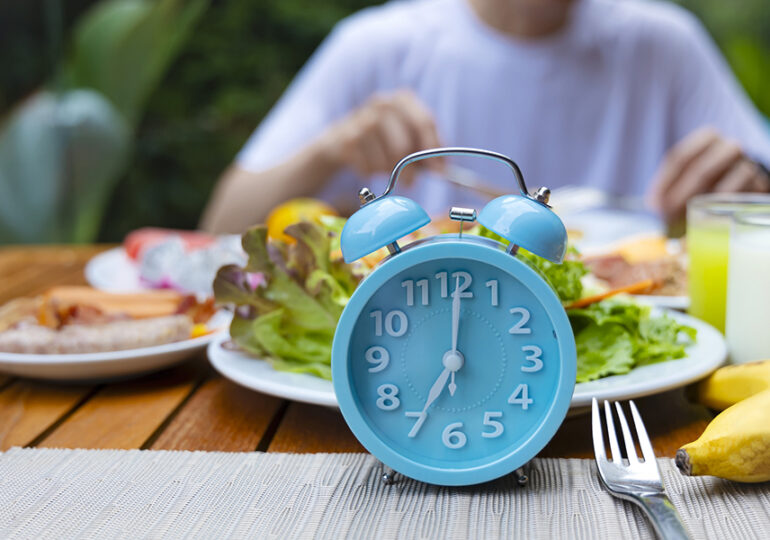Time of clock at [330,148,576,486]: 7:00
